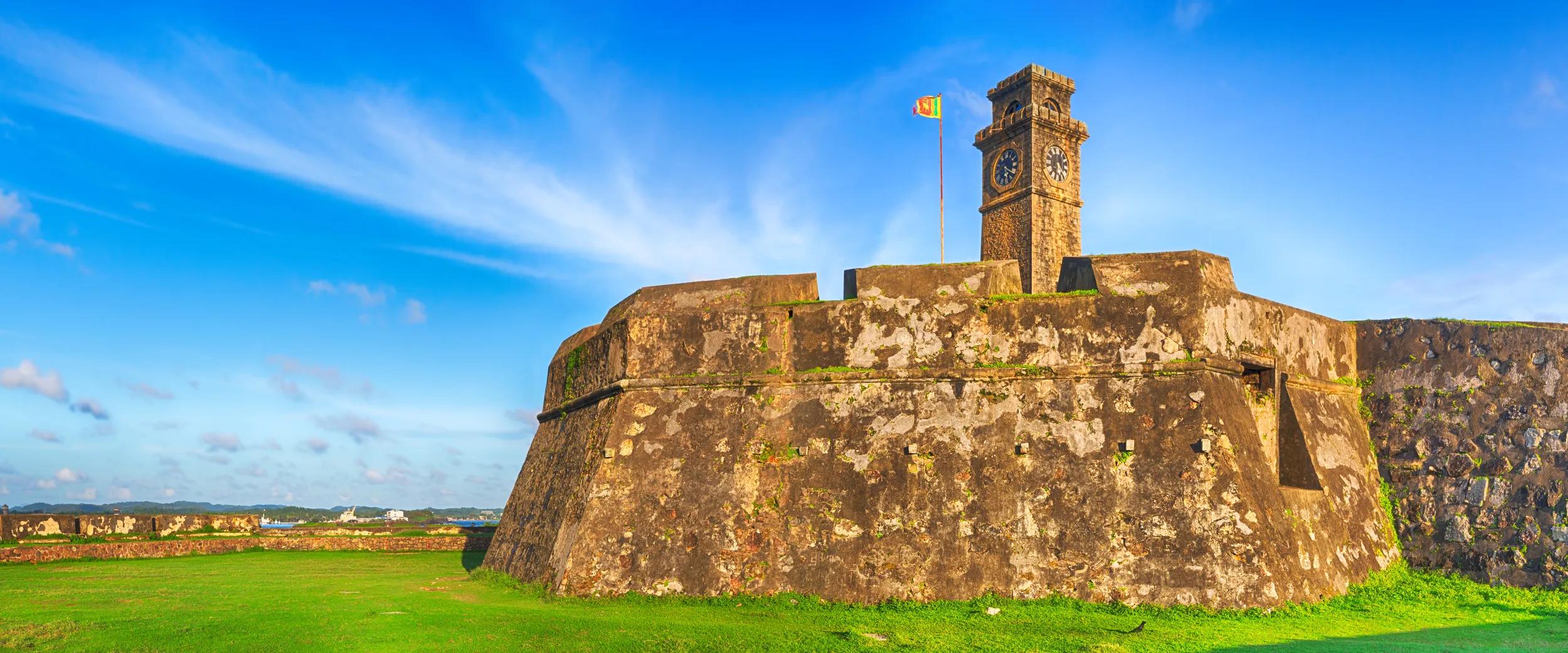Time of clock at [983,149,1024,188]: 5:20
